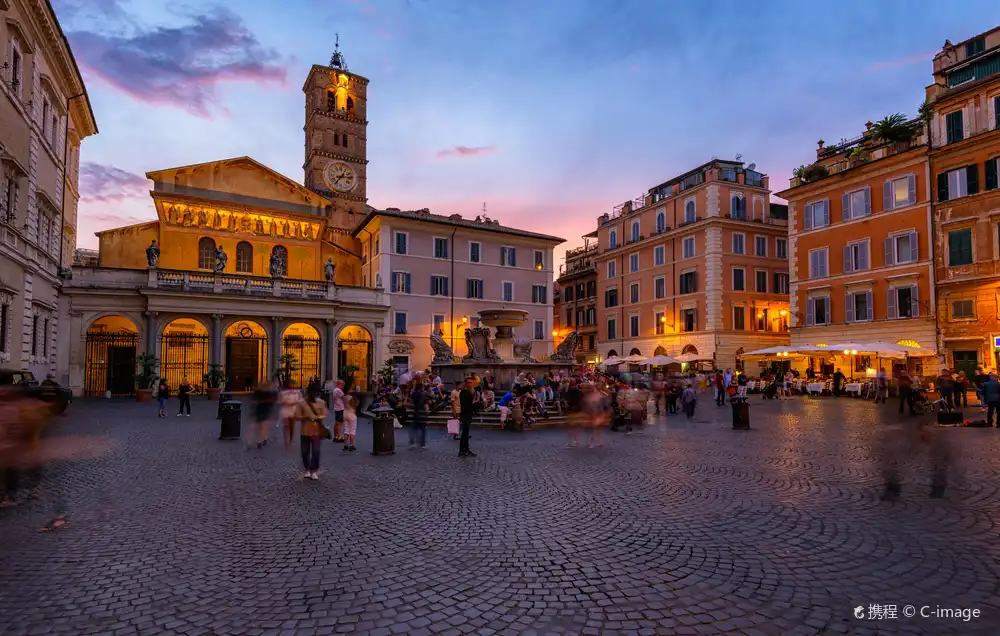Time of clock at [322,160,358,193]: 2:36
